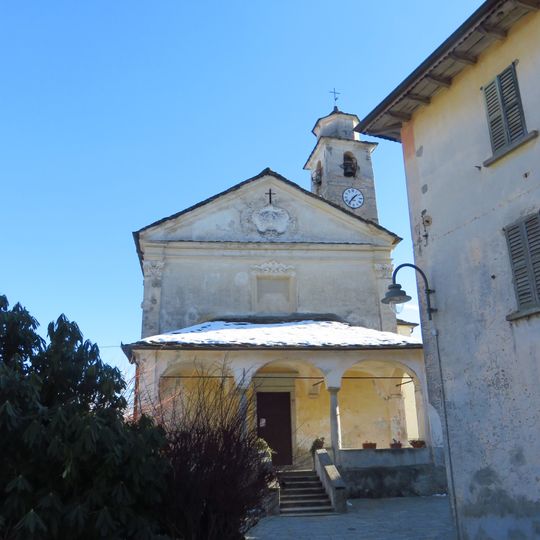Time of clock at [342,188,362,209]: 1:36
